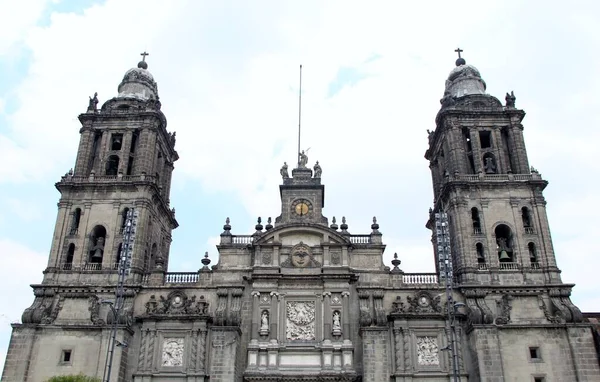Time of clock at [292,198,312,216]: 6:01
